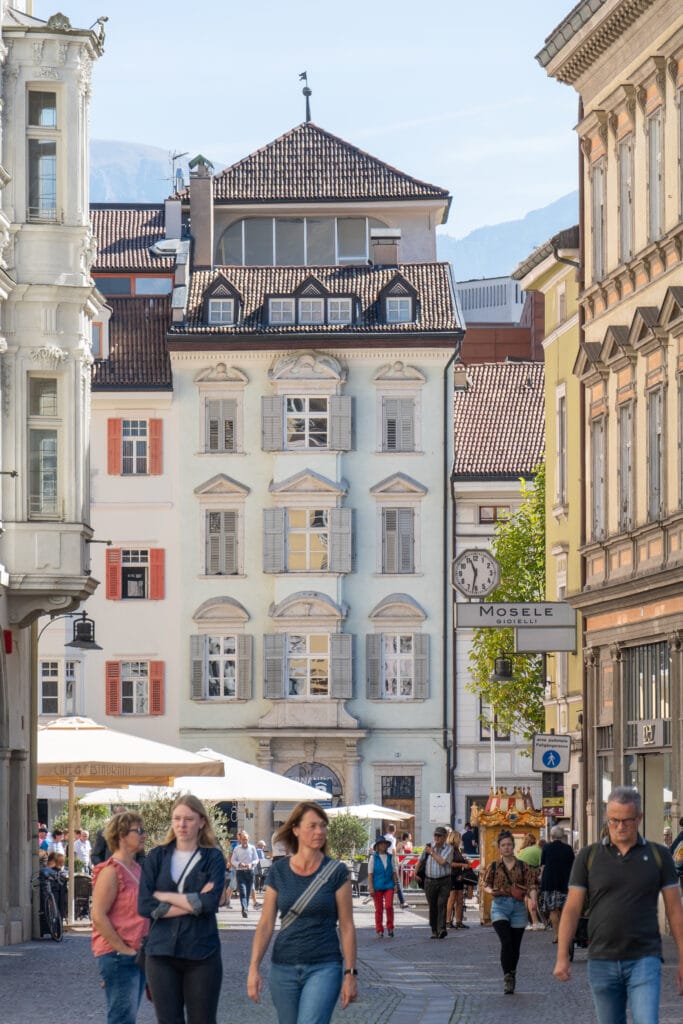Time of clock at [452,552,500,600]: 11:32
